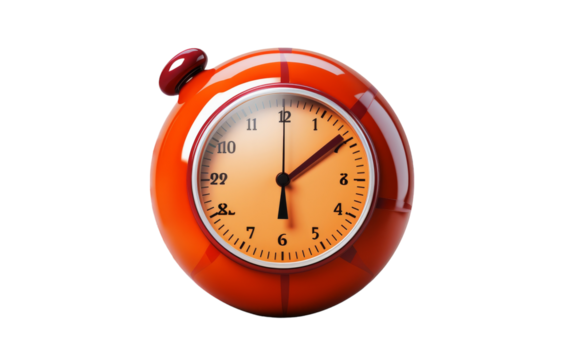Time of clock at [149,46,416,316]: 6:08
